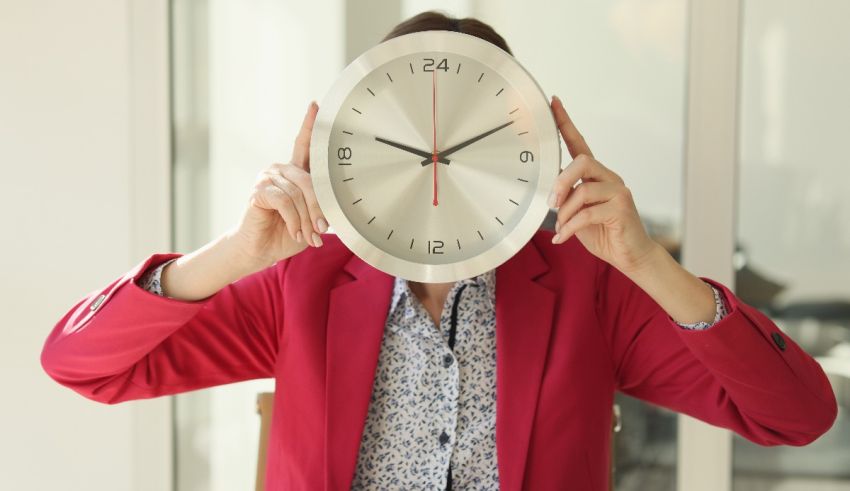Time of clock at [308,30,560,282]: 9:11
